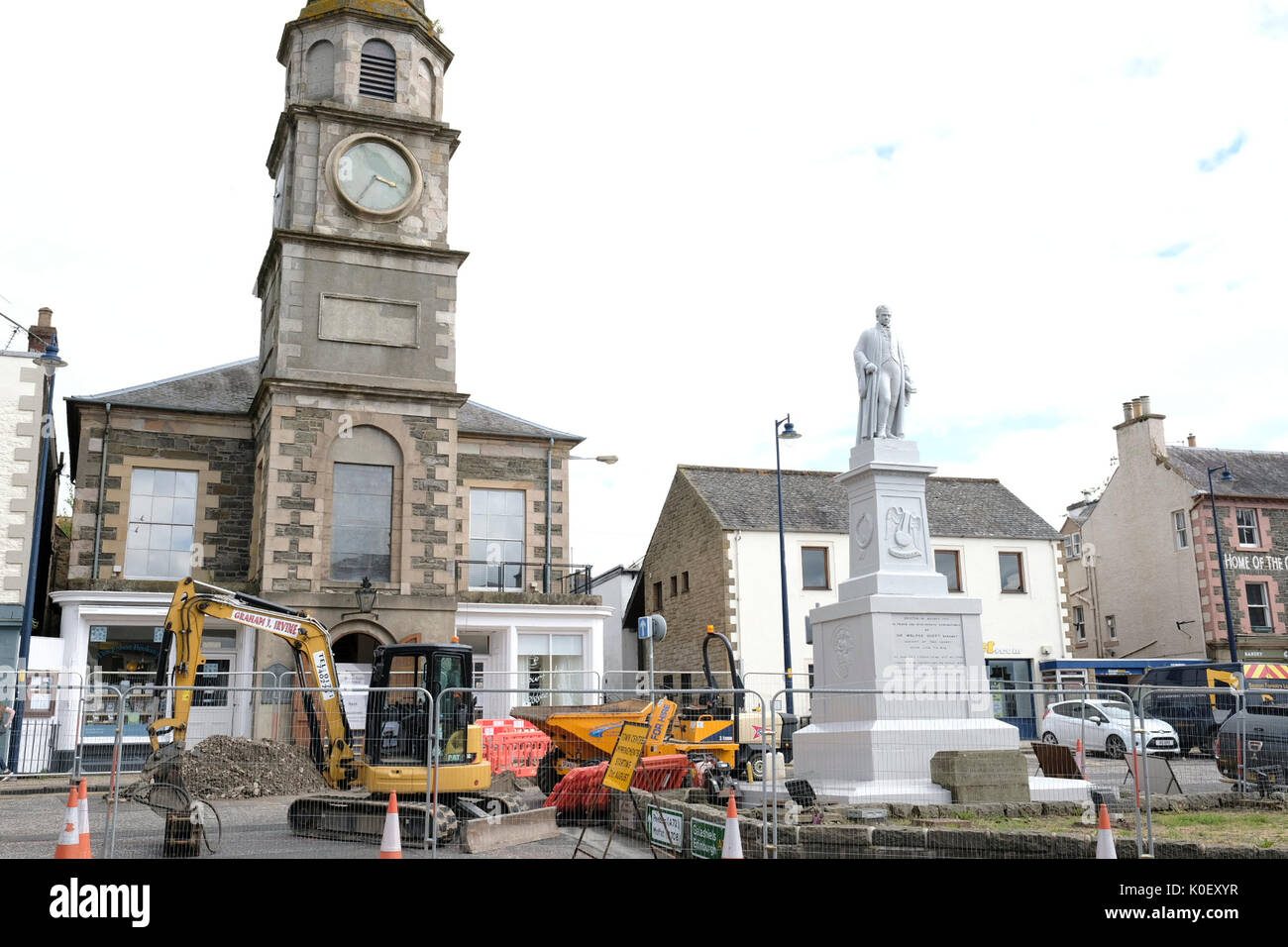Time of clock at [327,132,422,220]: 3:34
